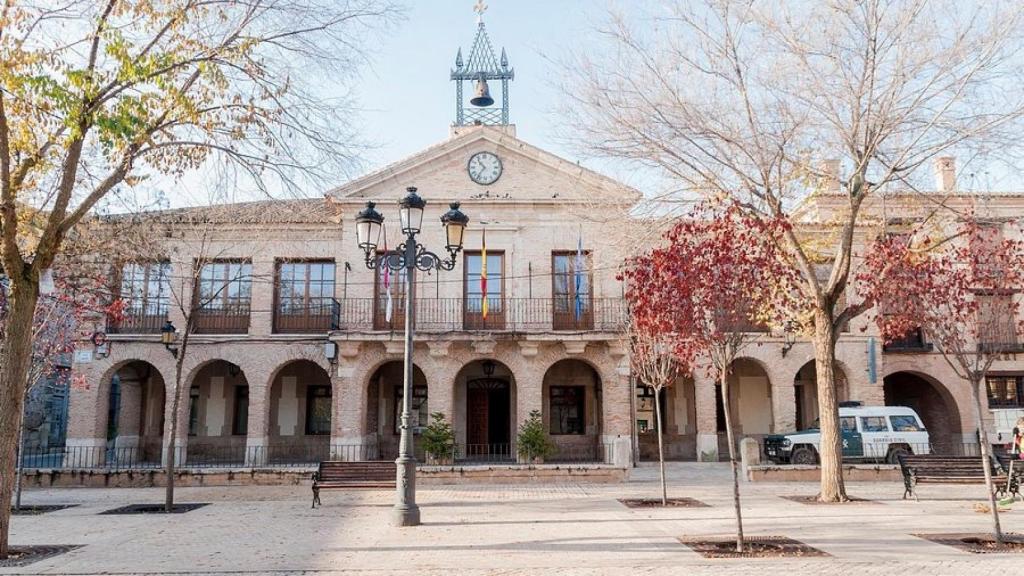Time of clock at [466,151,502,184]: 10:36
